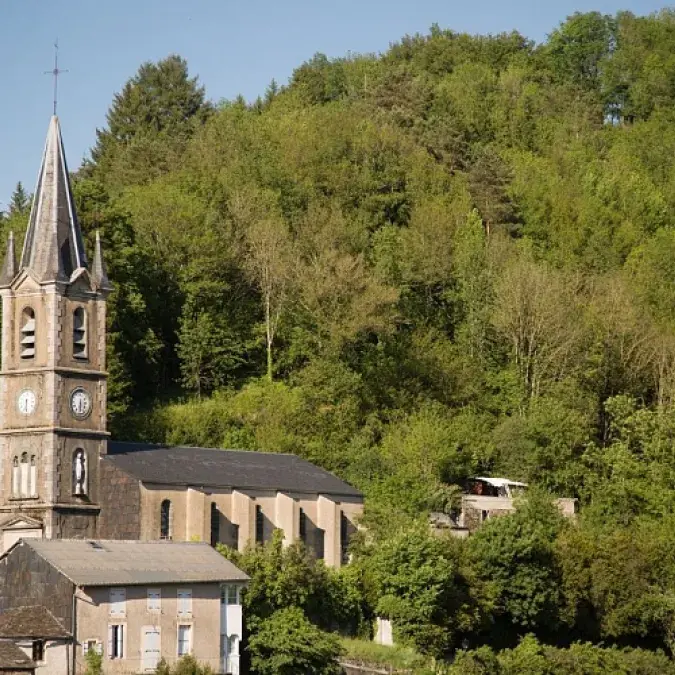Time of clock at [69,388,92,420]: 6:29
